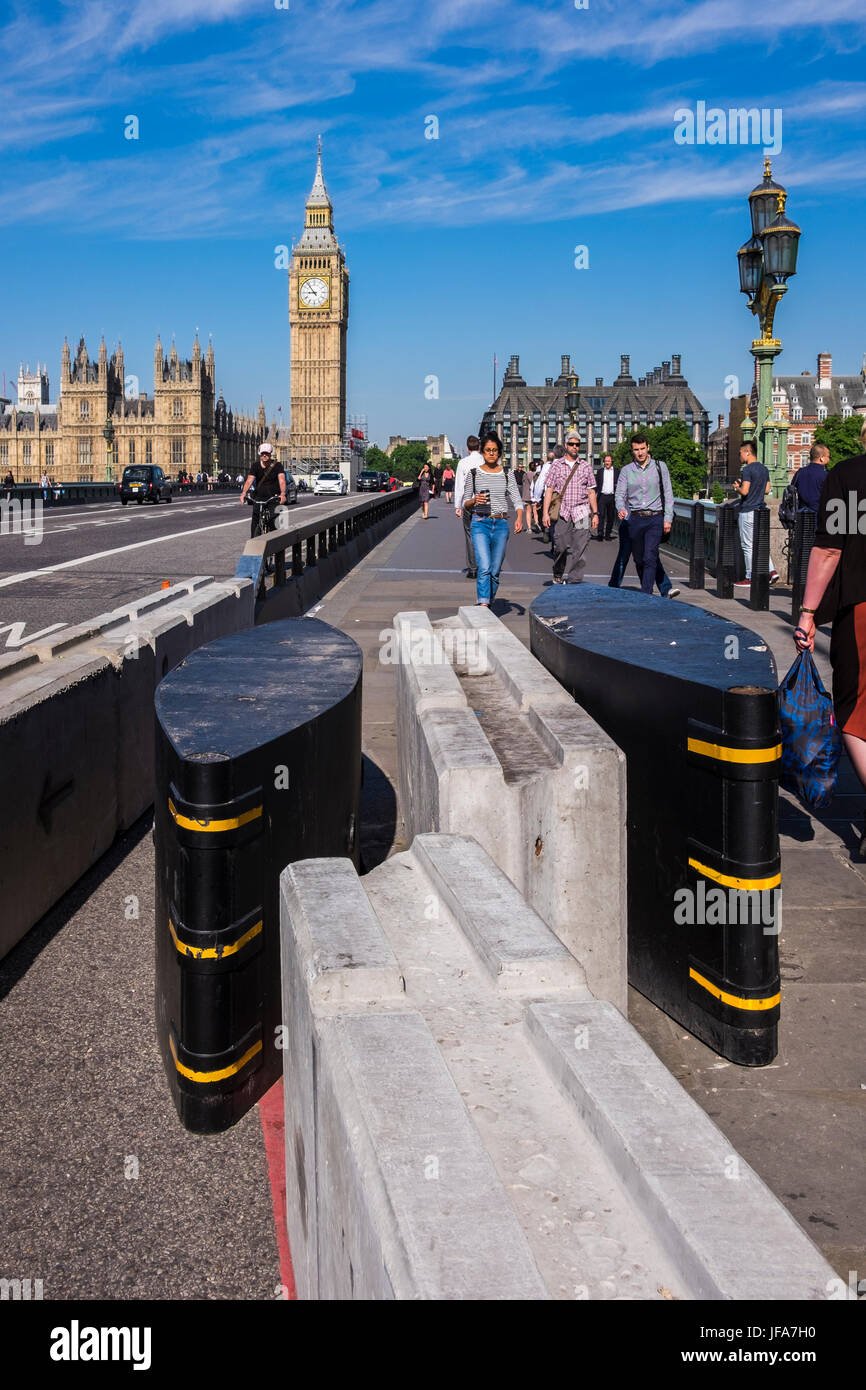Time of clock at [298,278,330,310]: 8:53
